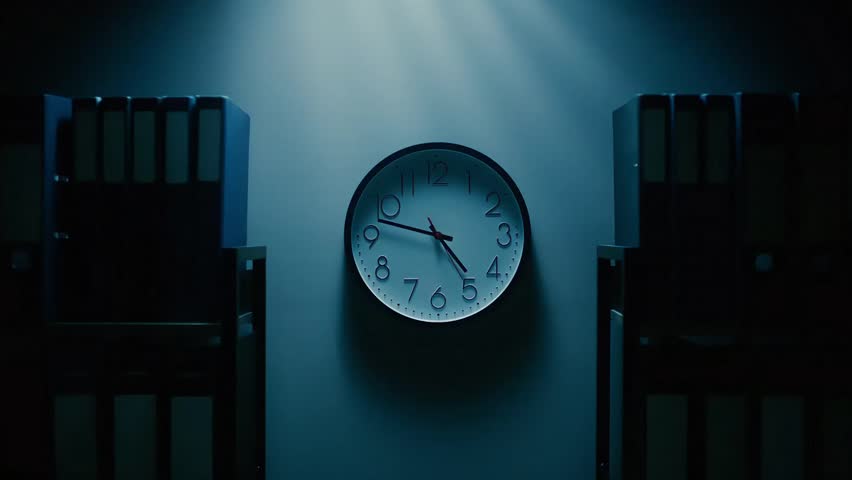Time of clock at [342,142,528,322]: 4:47
